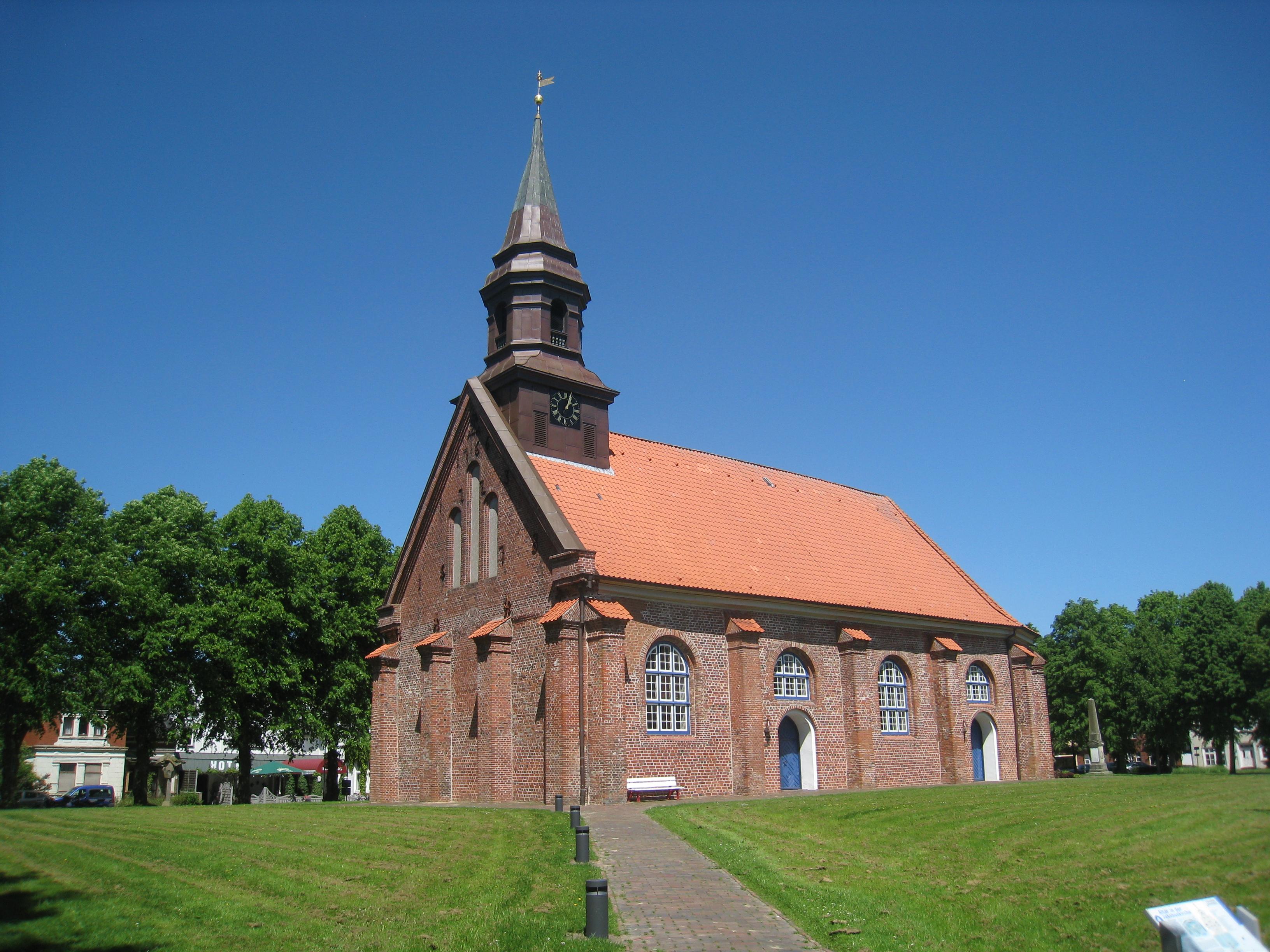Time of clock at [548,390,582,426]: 1:03
